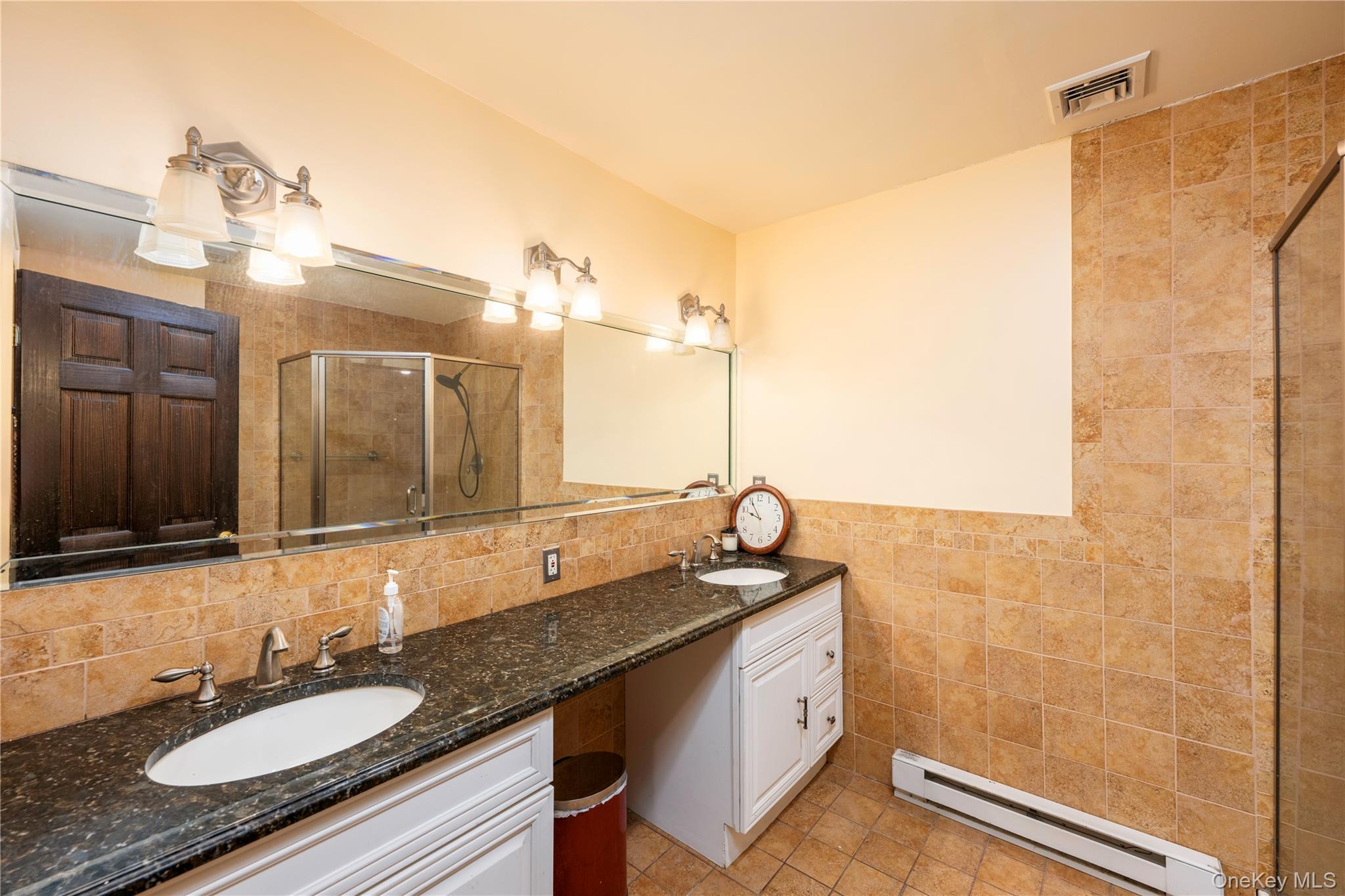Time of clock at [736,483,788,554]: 9:55
